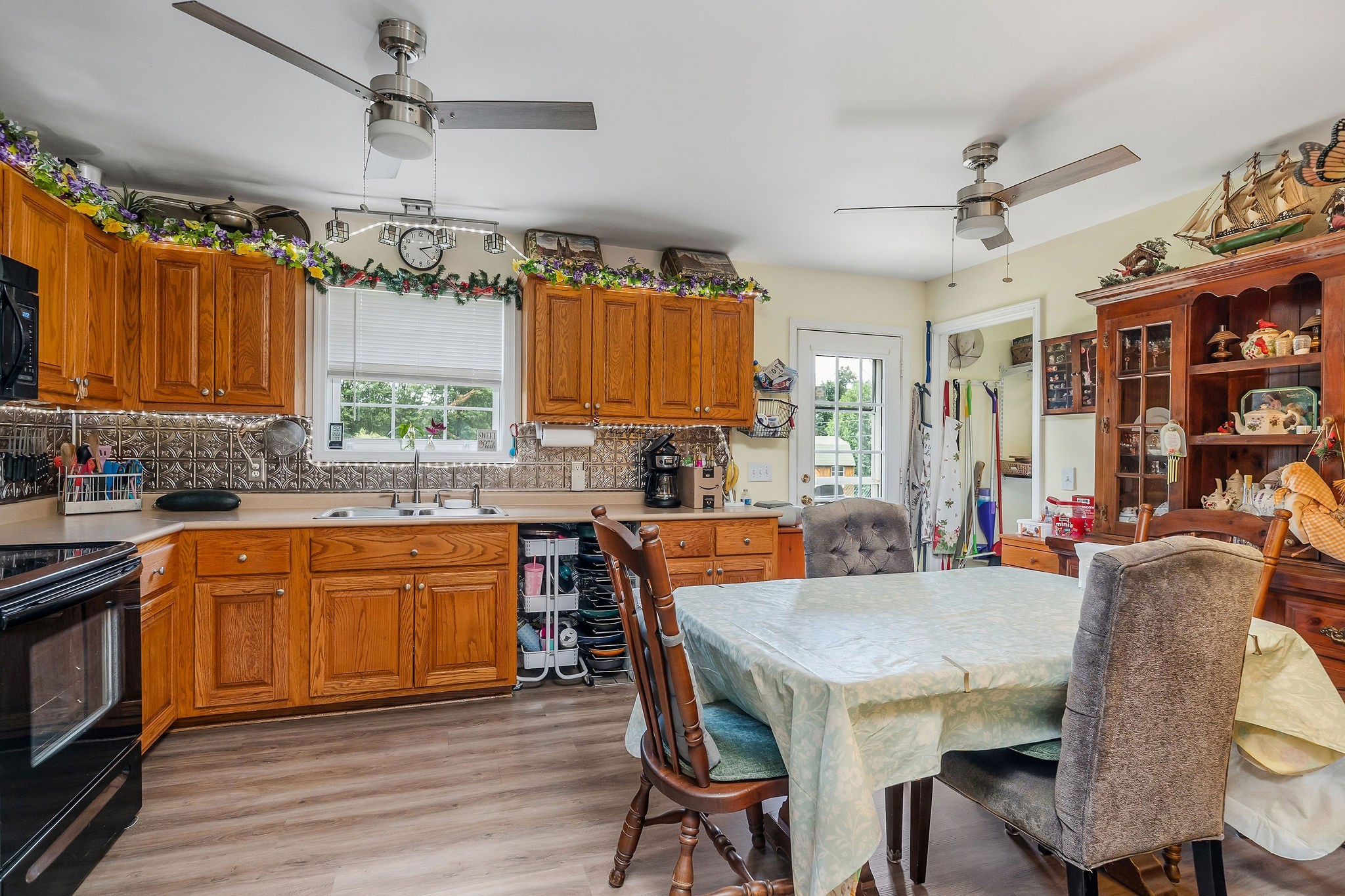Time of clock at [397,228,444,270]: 2:21
